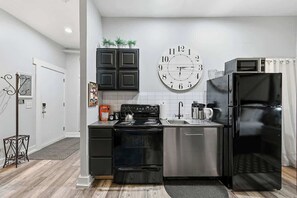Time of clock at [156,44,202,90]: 6:15
